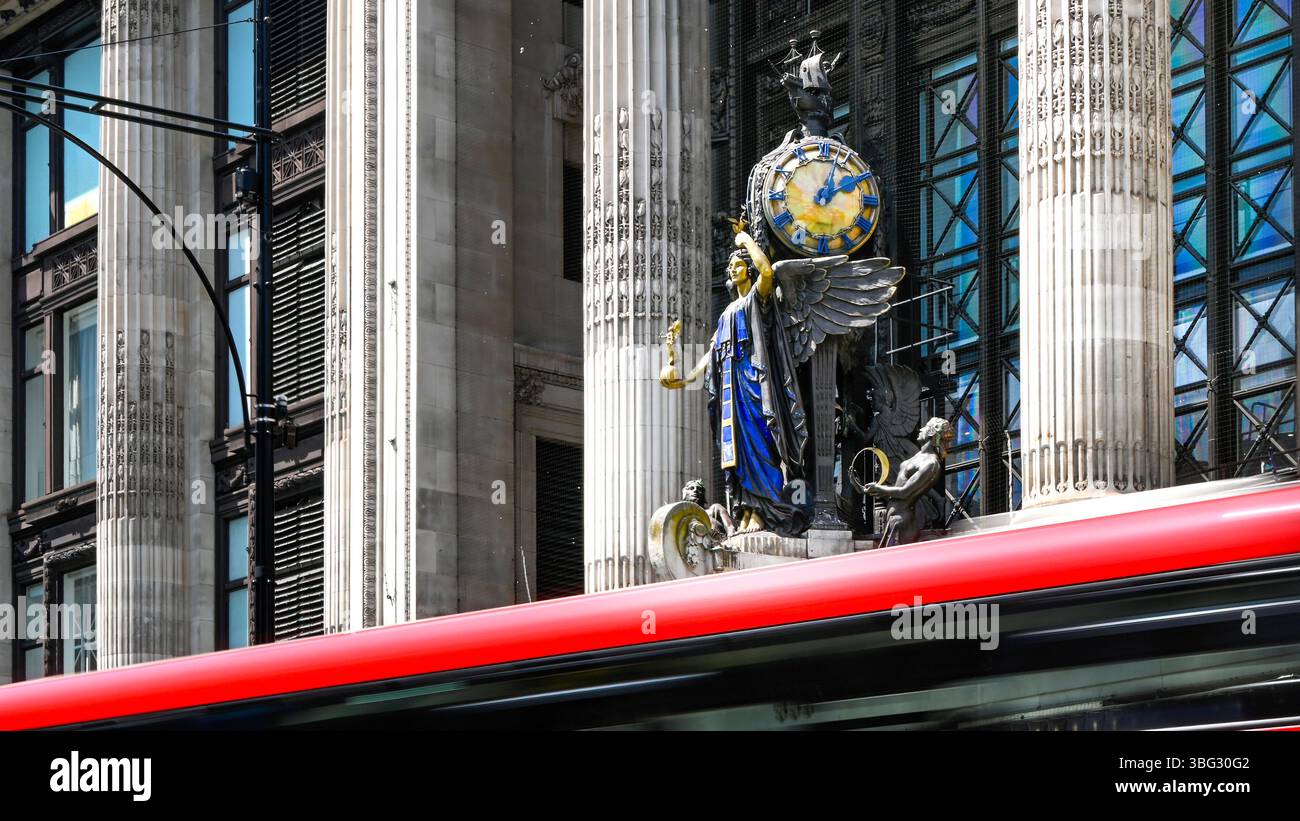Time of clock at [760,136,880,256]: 2:03
